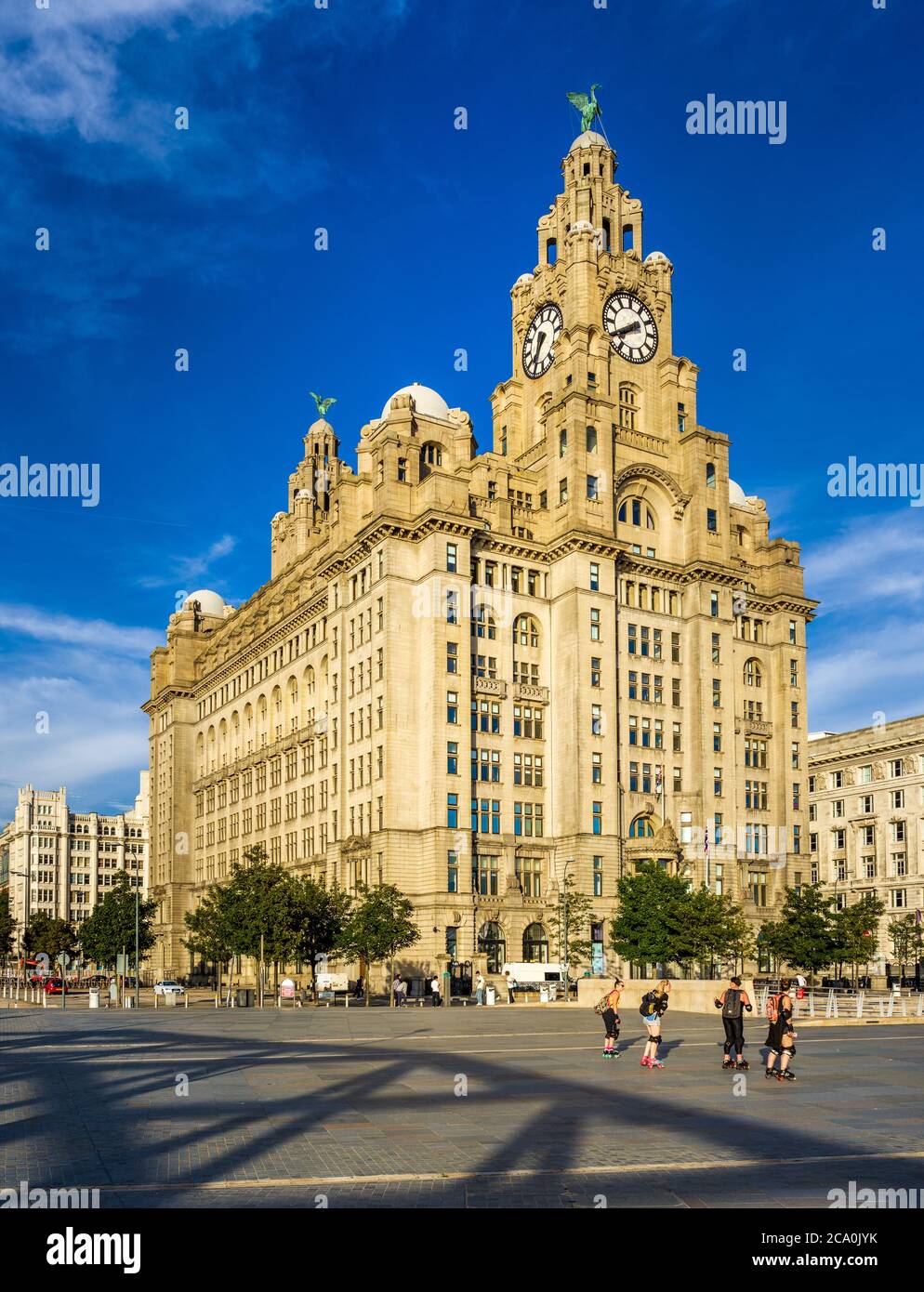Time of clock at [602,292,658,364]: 7:39
